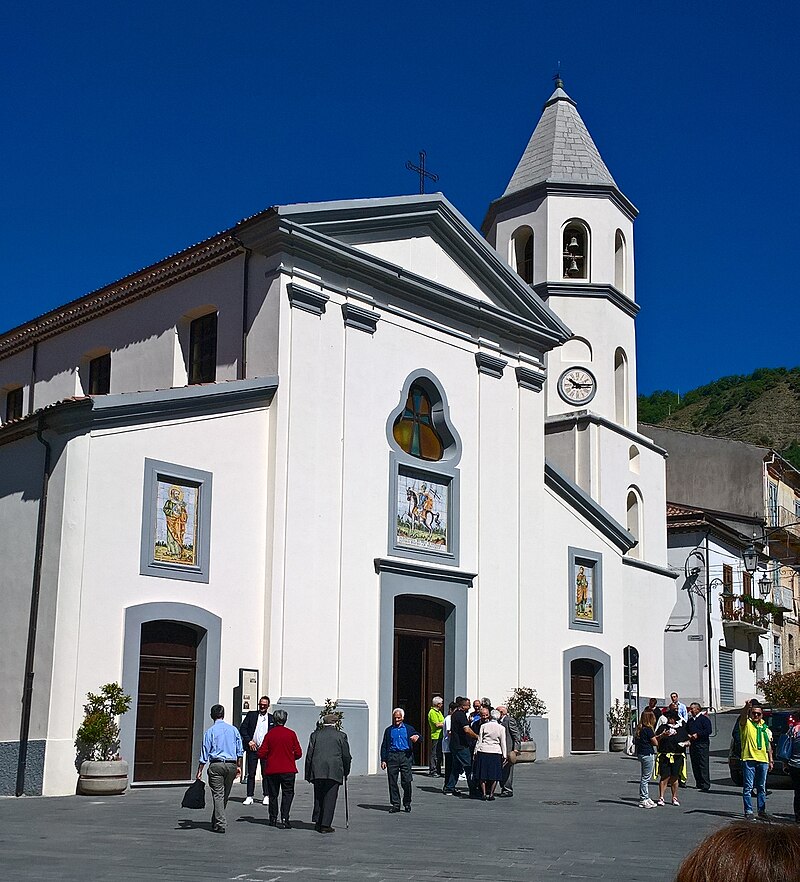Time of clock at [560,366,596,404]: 10:14
